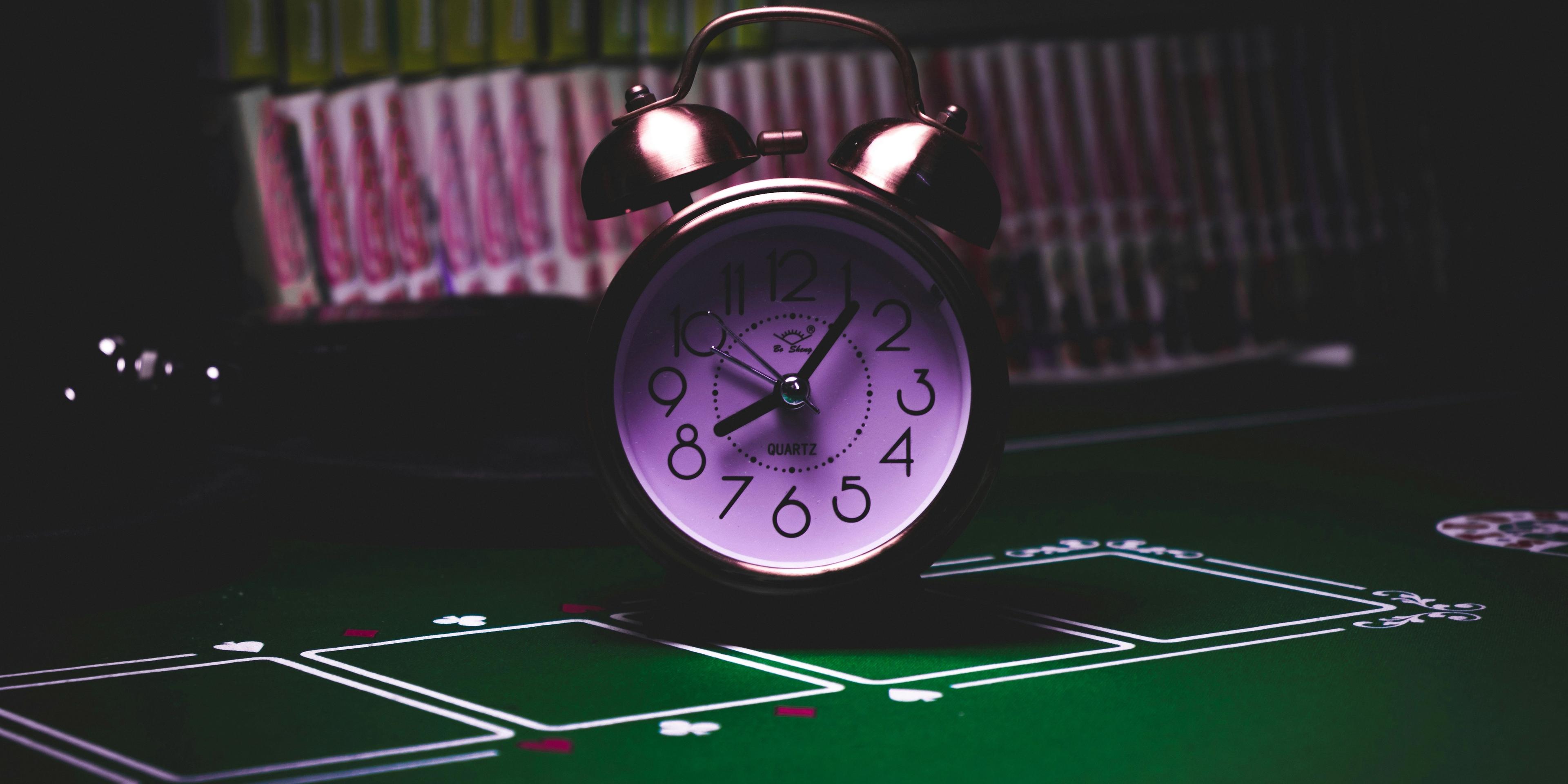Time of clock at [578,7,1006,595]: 8:06
